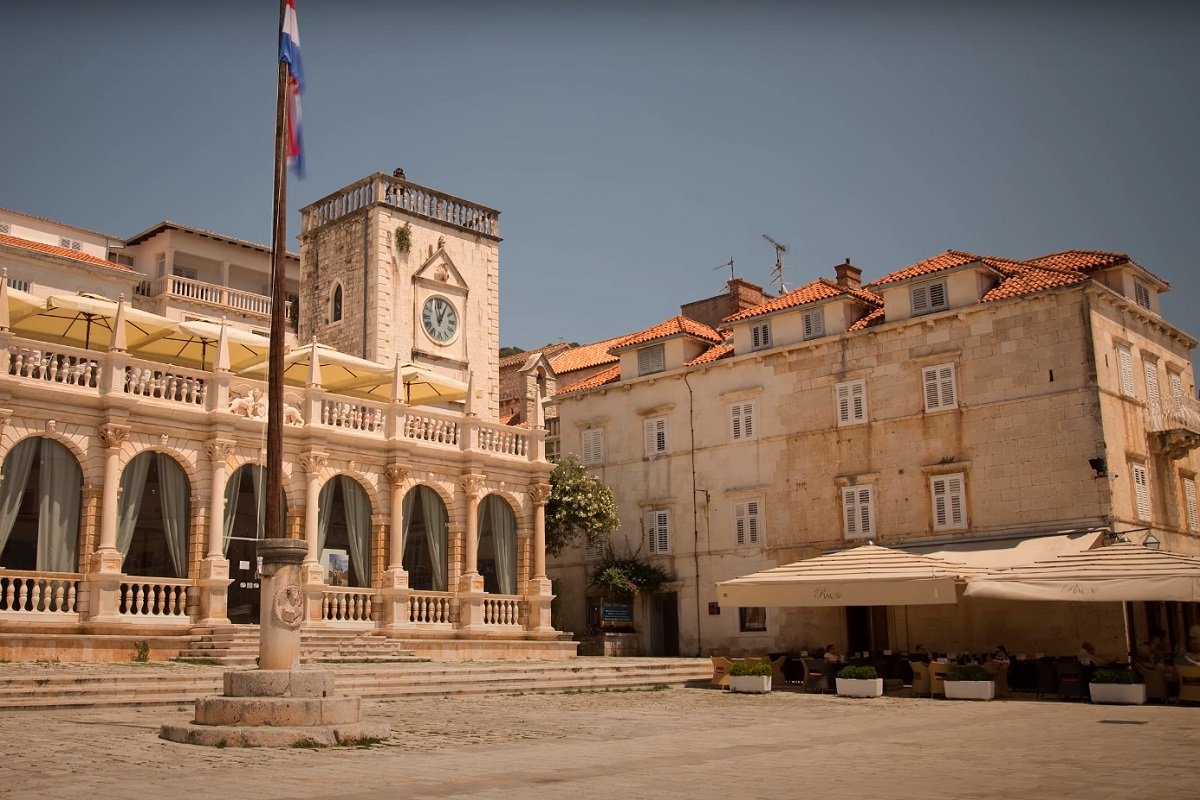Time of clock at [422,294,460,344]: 12:58
